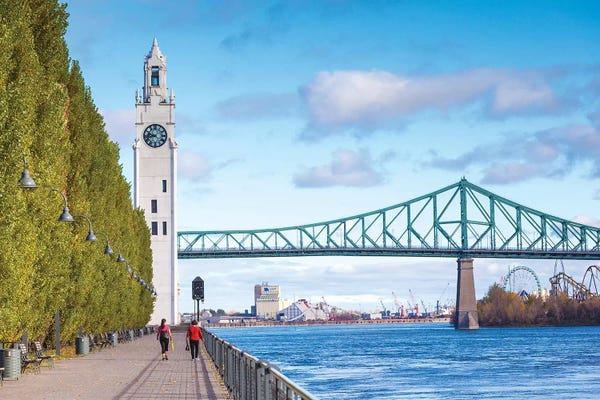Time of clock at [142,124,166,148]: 9:42
